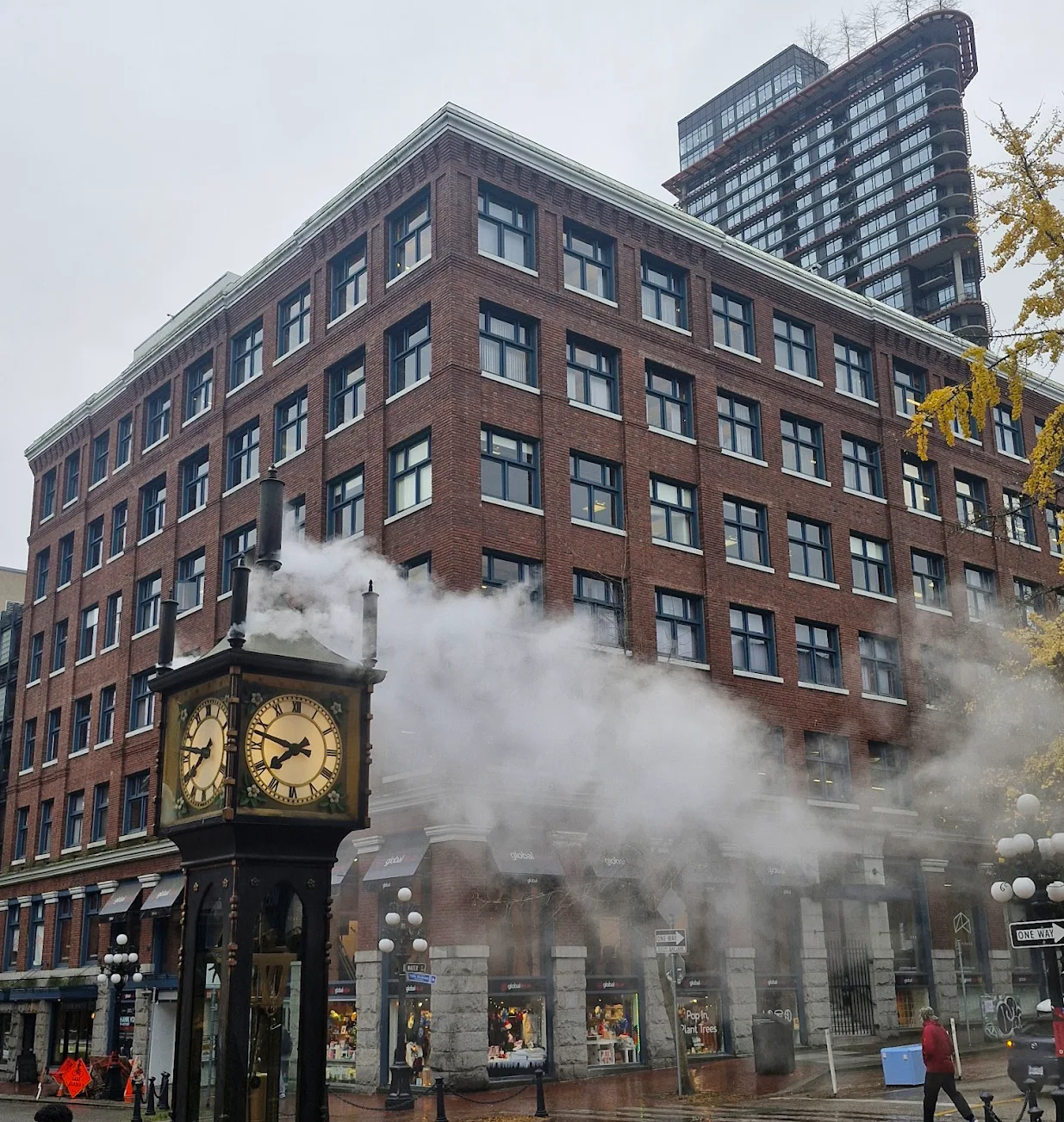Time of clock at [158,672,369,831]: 7:47
